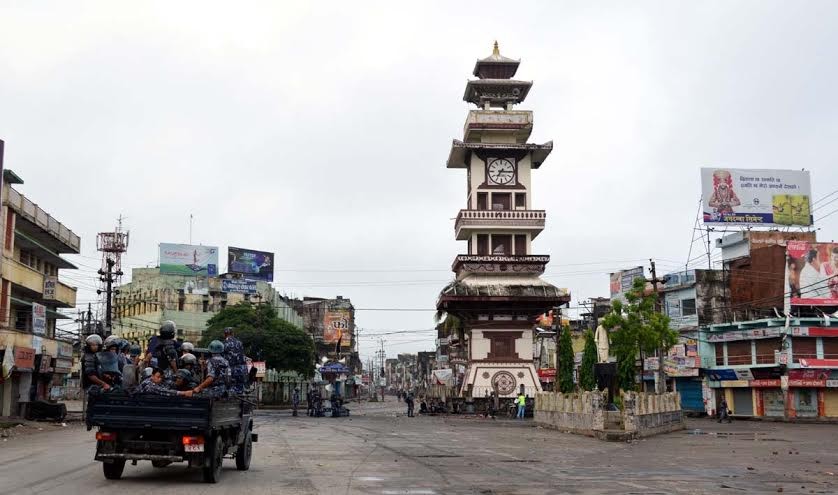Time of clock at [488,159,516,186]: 7:15
